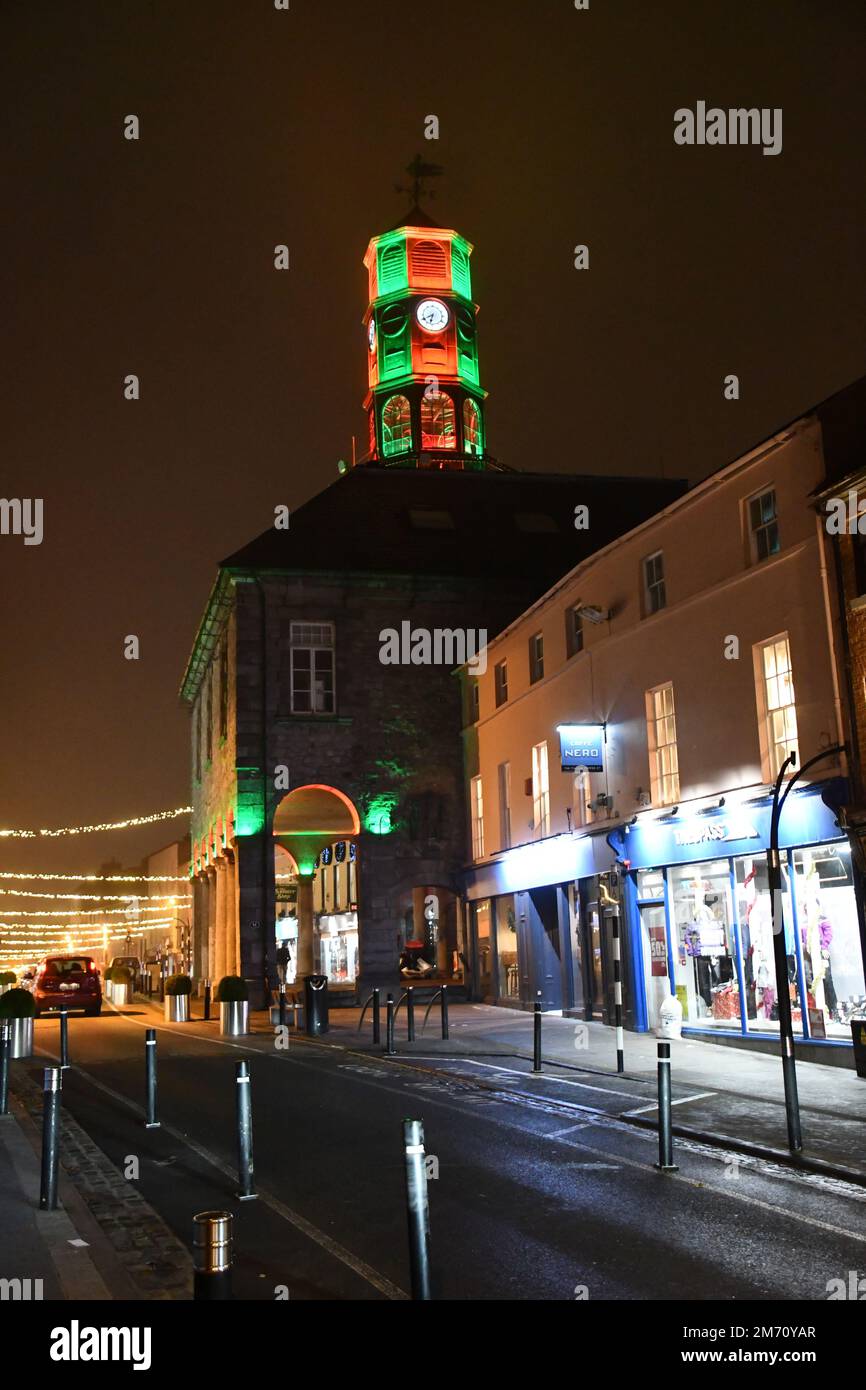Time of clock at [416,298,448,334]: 6:40
